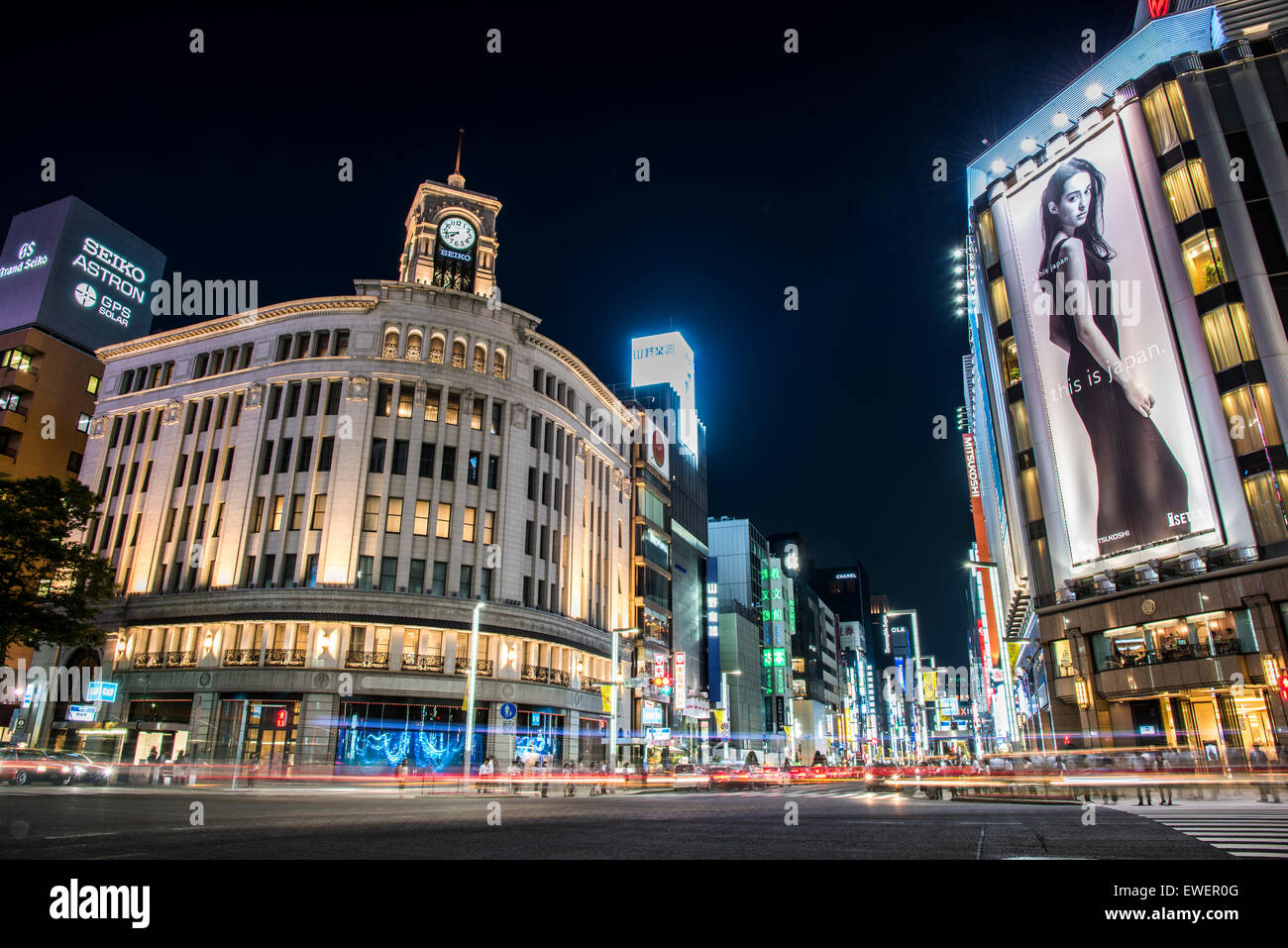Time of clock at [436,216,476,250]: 7:42
